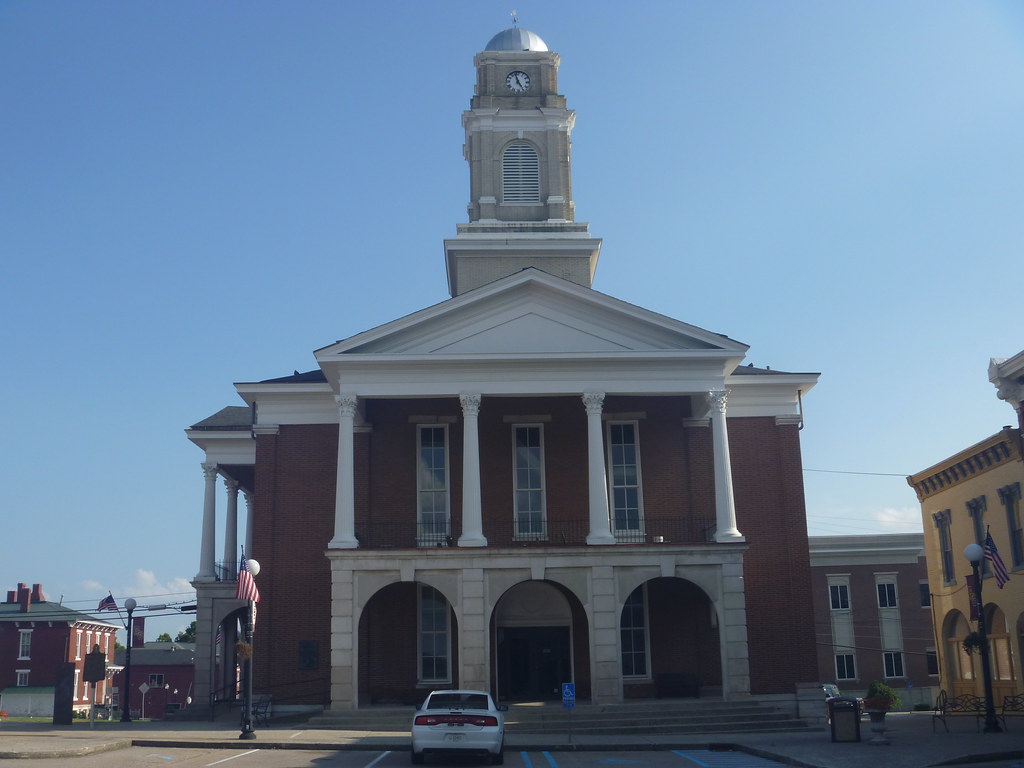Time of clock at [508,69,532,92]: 4:57
